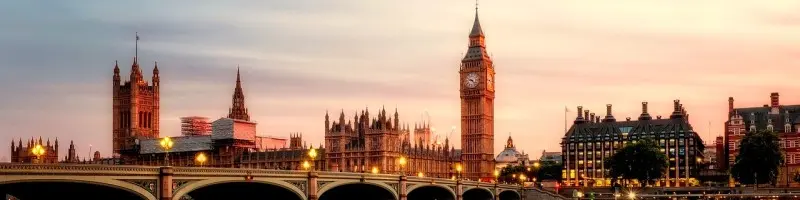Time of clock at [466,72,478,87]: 9:22
